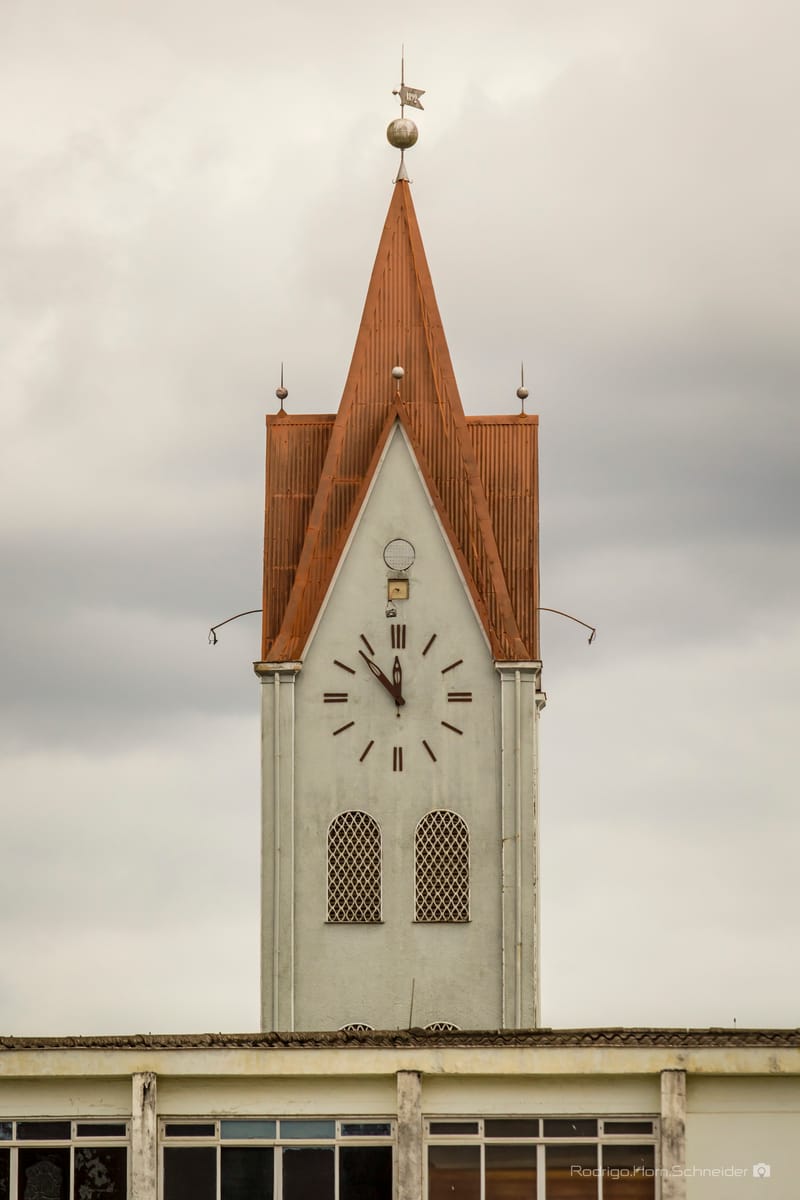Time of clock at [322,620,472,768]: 11:52
